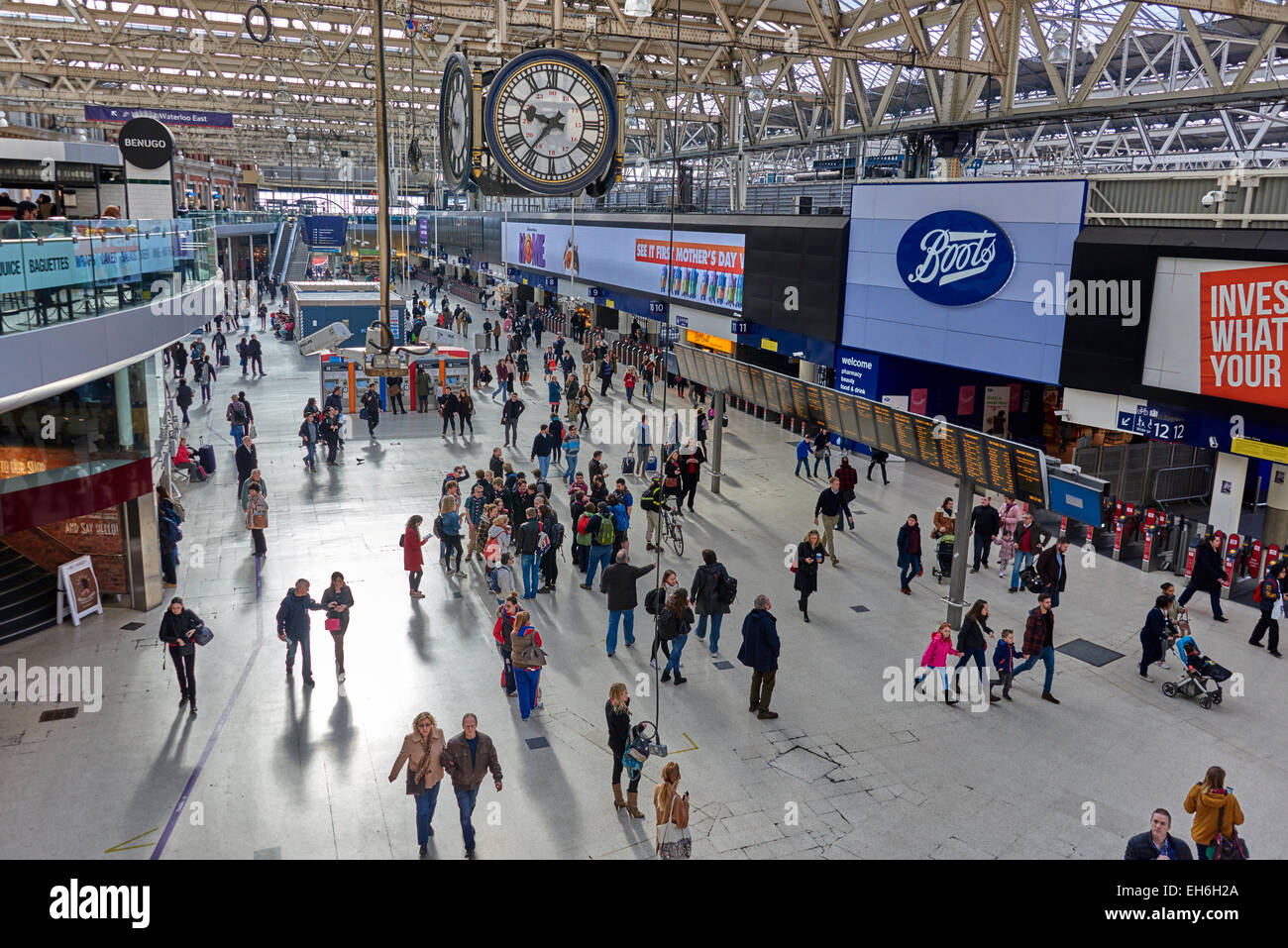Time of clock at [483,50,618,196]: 9:36
